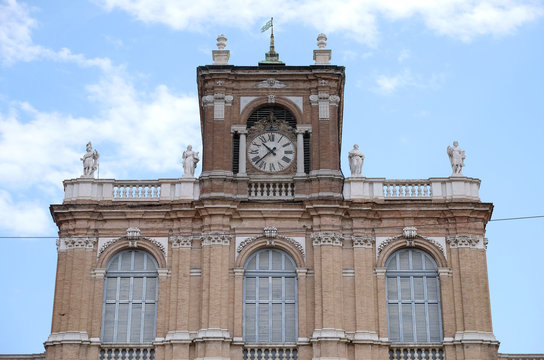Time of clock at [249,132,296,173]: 10:37
